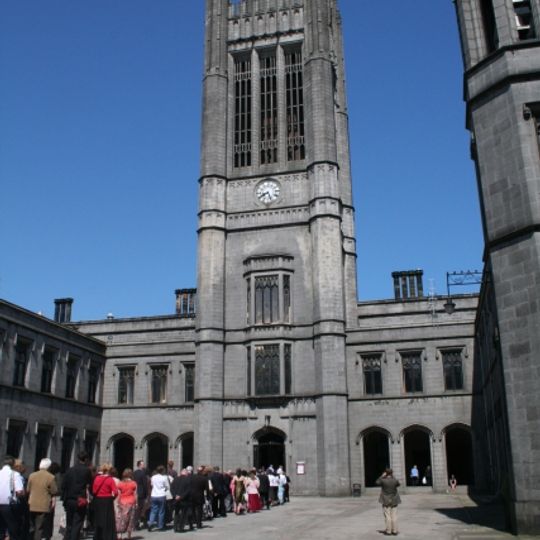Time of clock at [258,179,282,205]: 8:26
